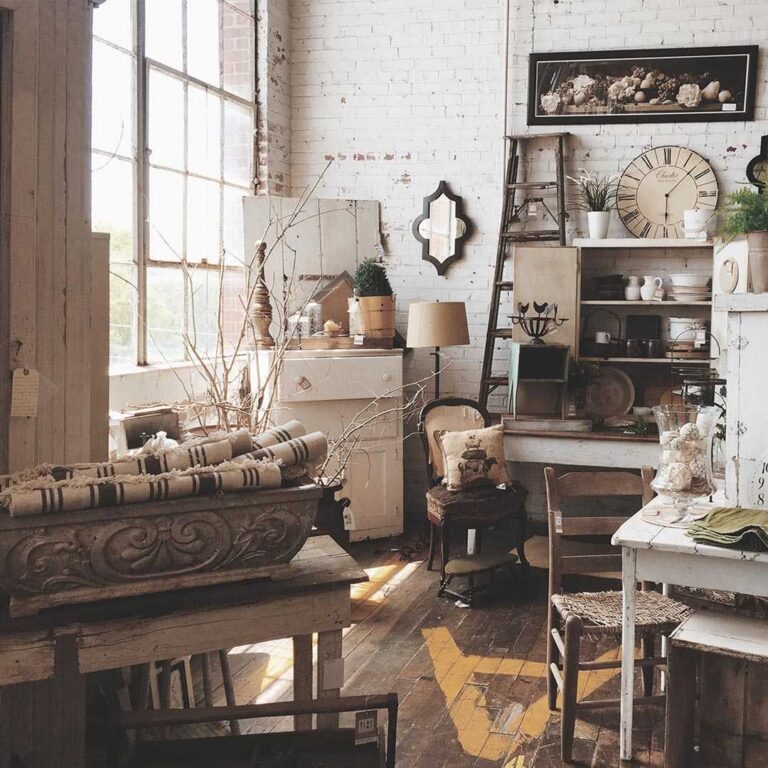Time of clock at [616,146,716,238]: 6:07
